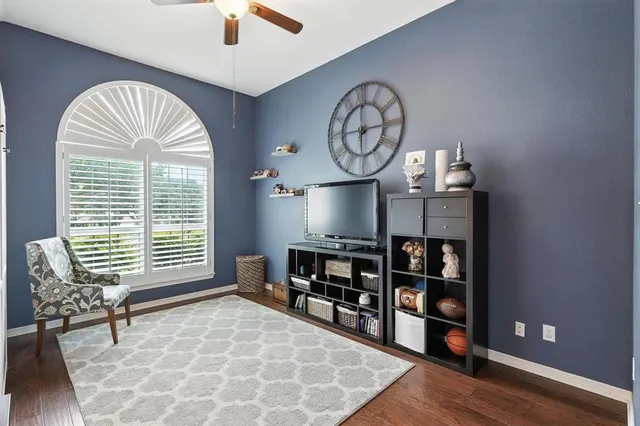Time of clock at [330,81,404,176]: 6:00
